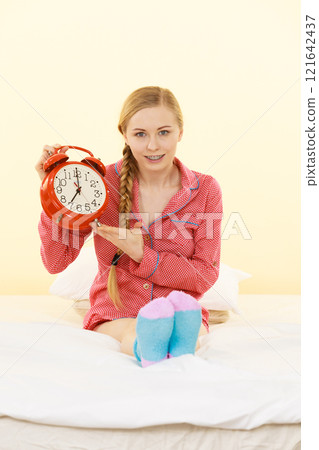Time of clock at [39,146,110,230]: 6:59
